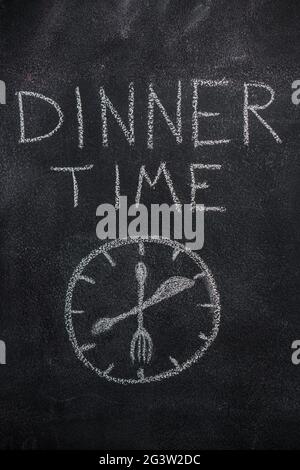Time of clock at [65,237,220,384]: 12:10
